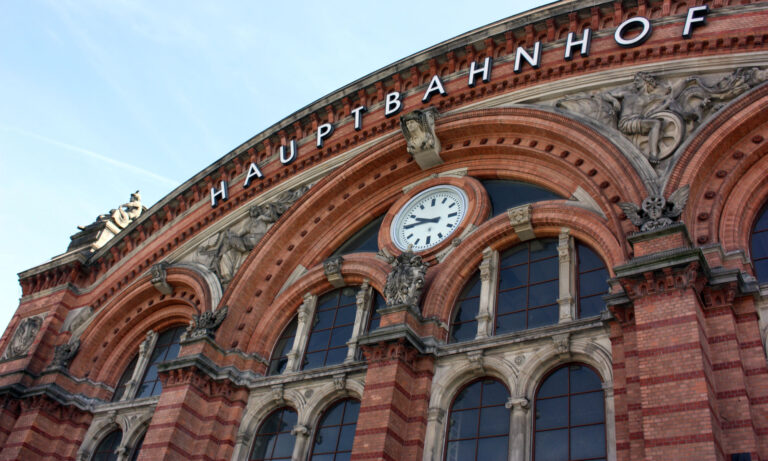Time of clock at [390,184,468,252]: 9:44
